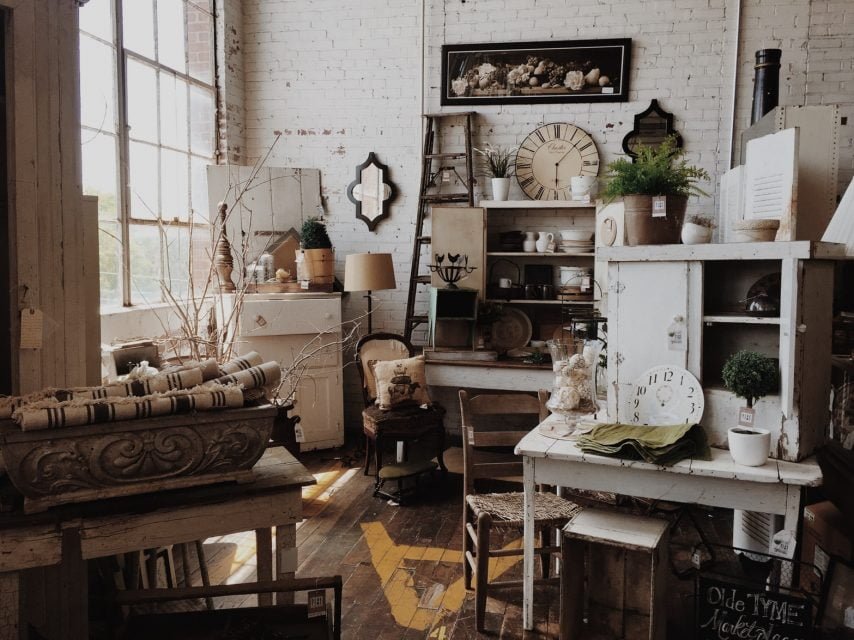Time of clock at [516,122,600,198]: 6:07
